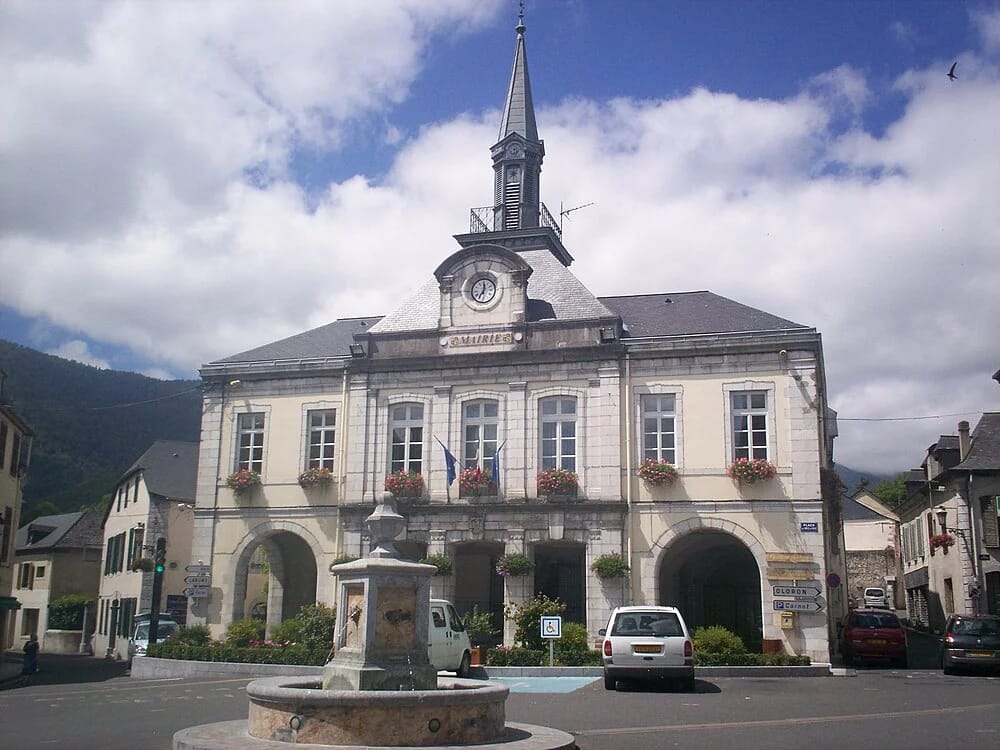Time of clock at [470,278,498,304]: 12:35
